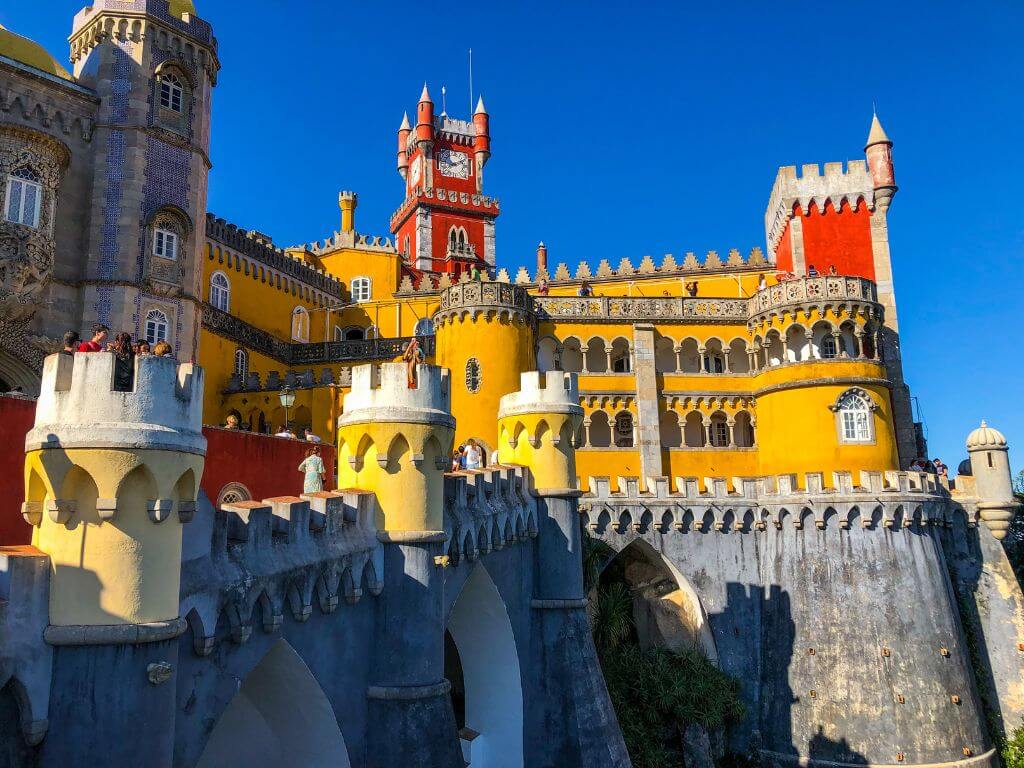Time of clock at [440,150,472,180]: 8:11
